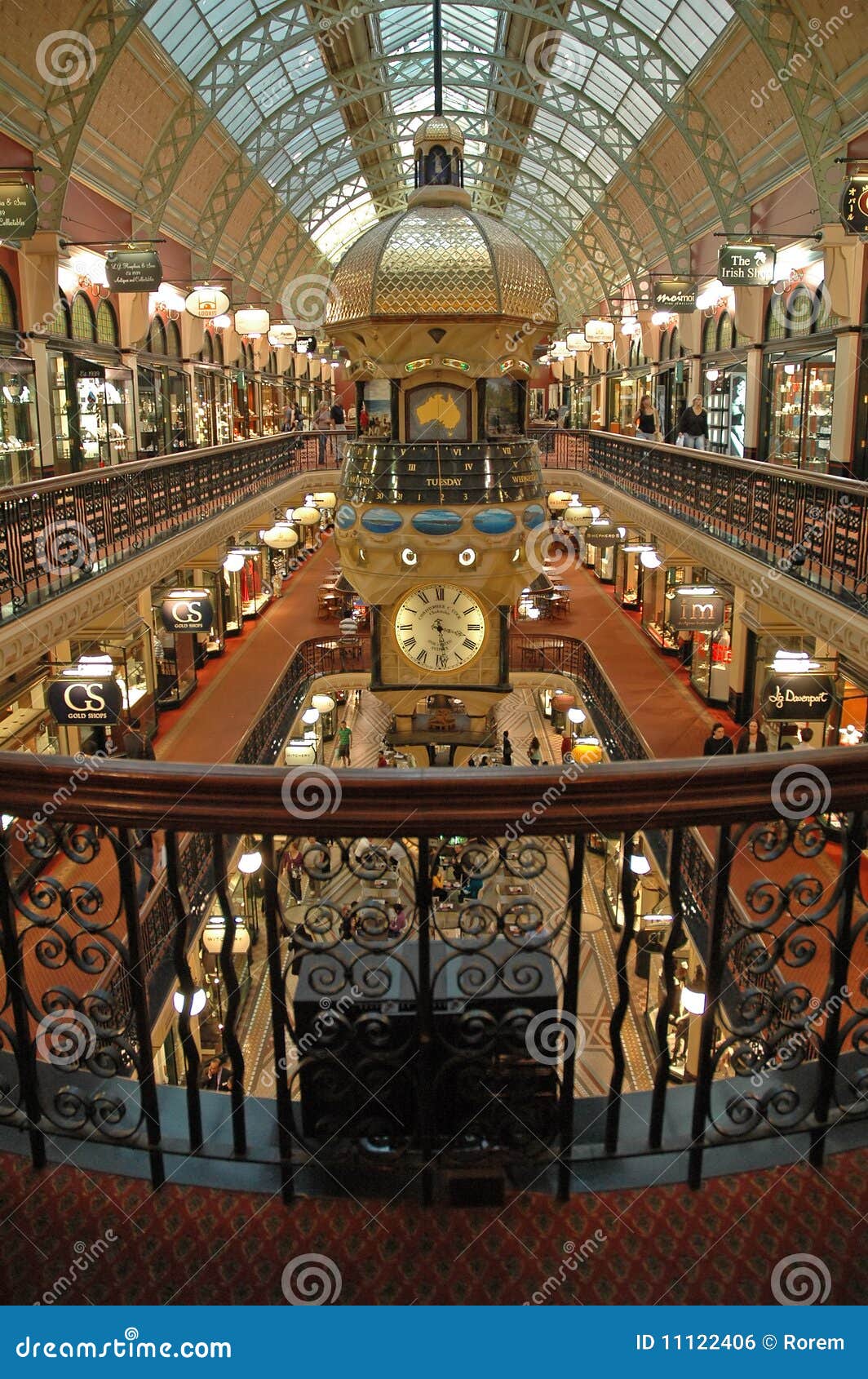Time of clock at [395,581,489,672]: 3:28
